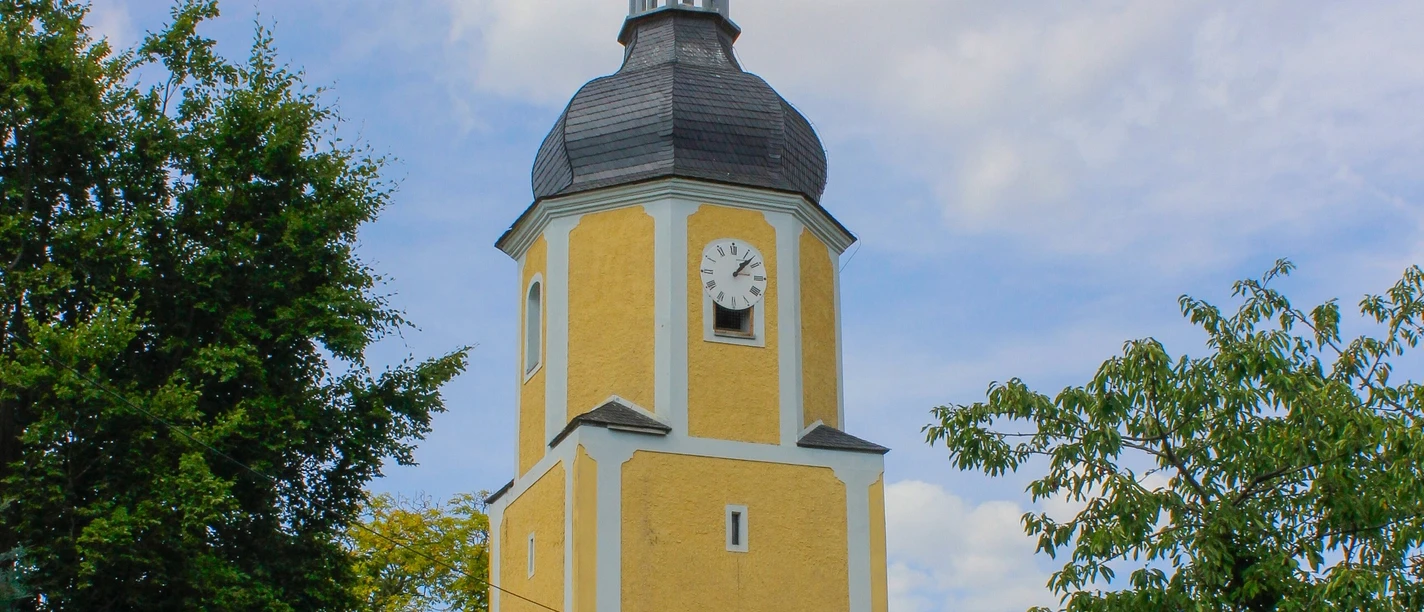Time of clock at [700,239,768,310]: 1:07
